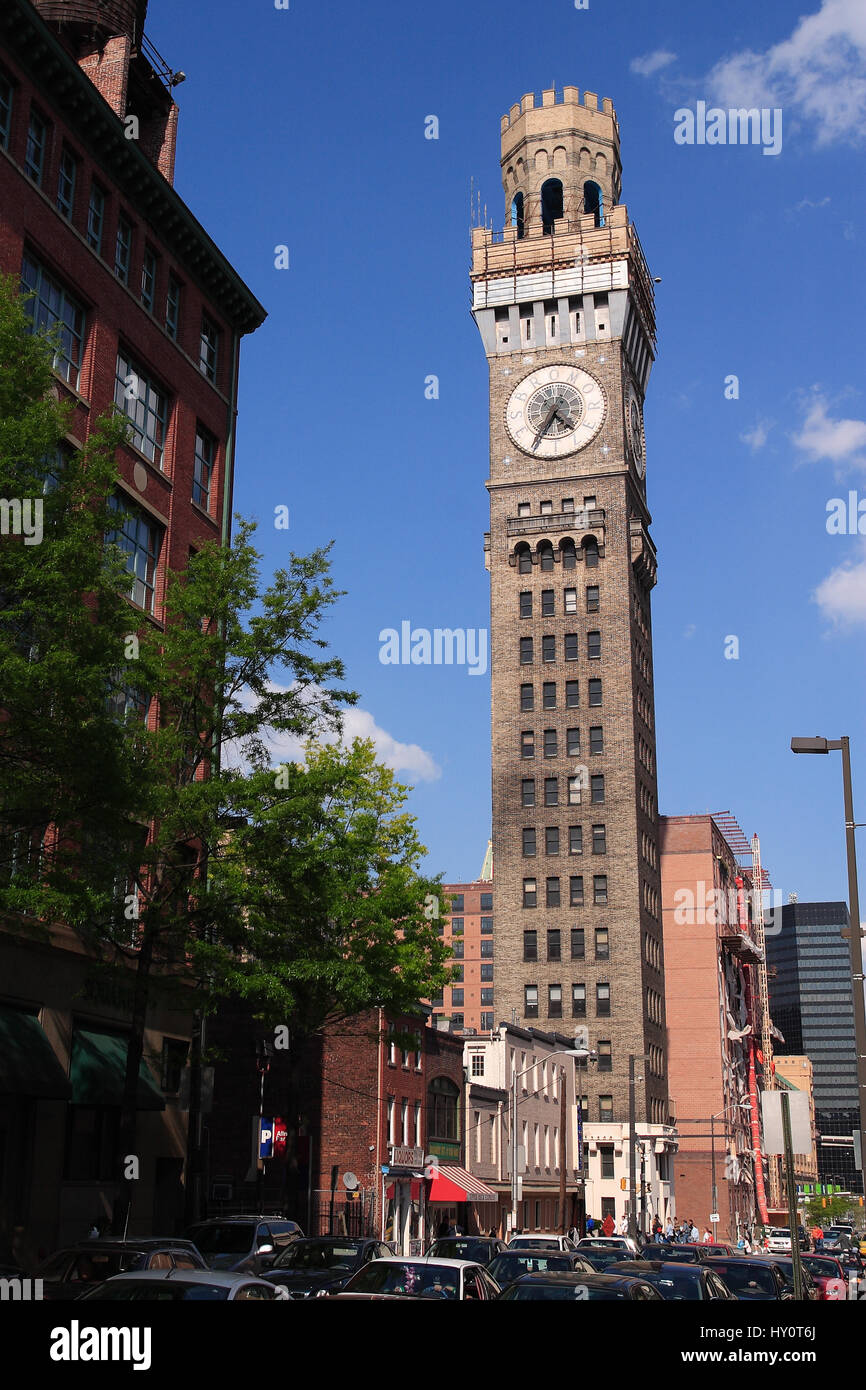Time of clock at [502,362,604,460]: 4:34
